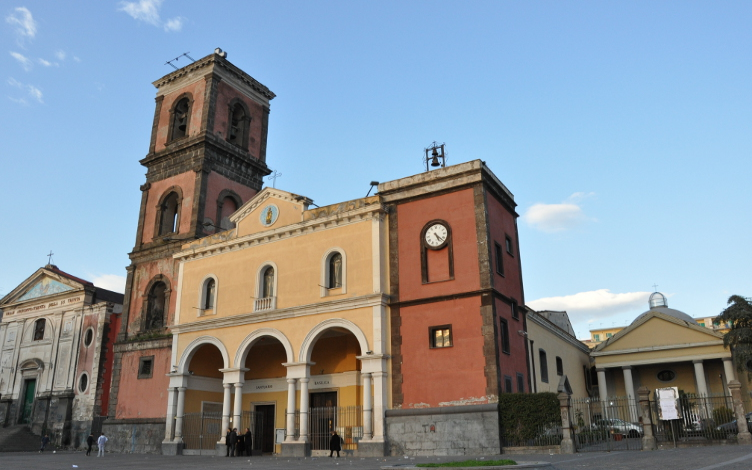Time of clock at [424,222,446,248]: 5:22
